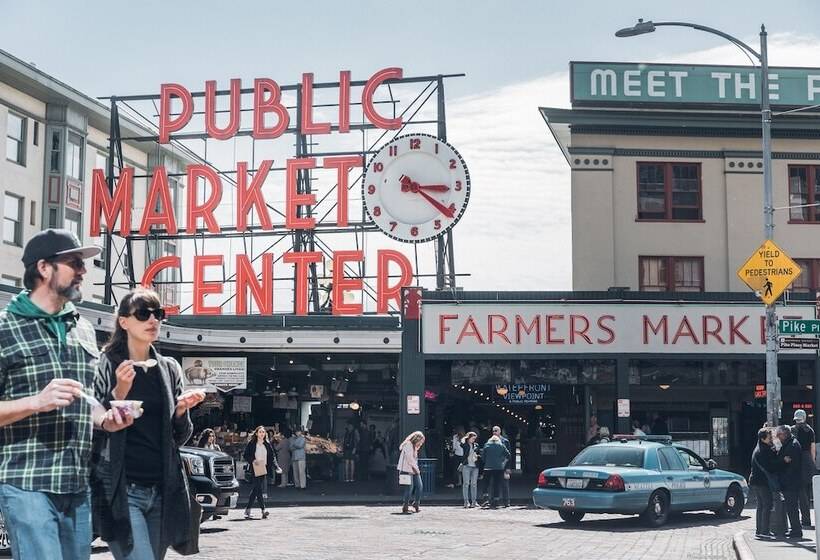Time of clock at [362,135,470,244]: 3:21
